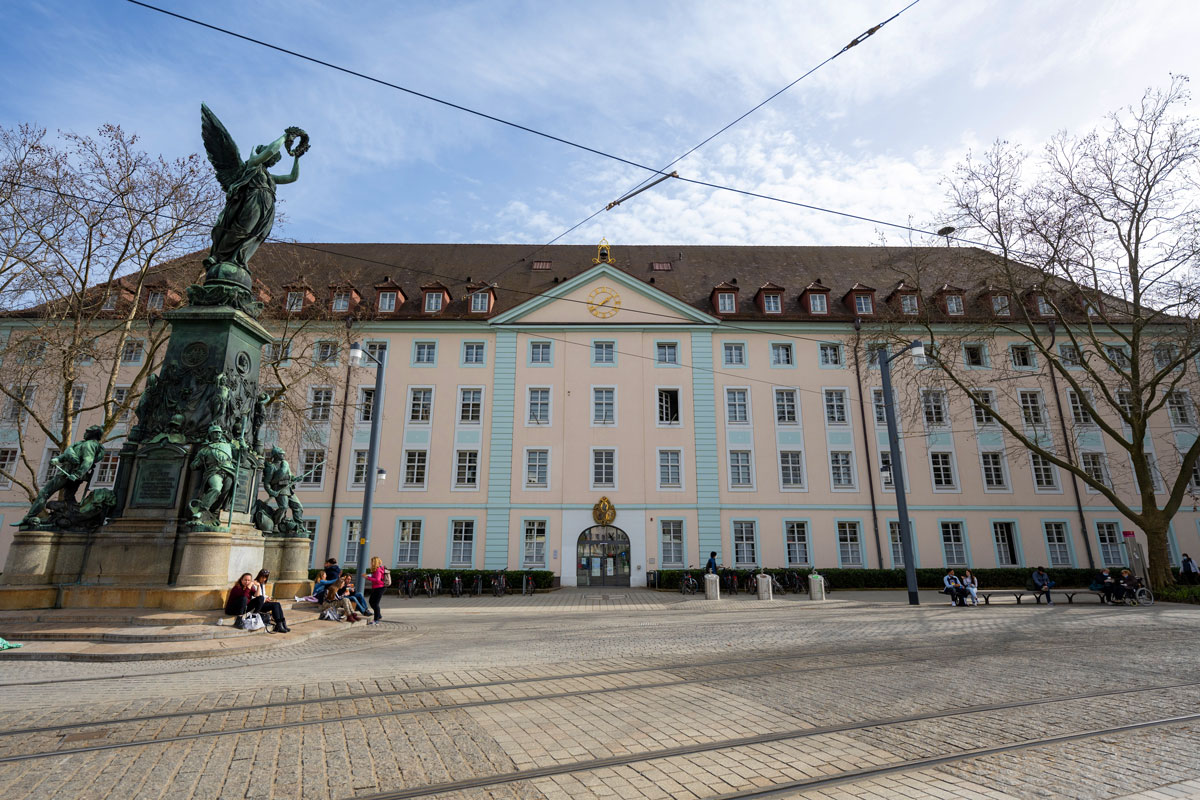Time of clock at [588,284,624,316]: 1:18
